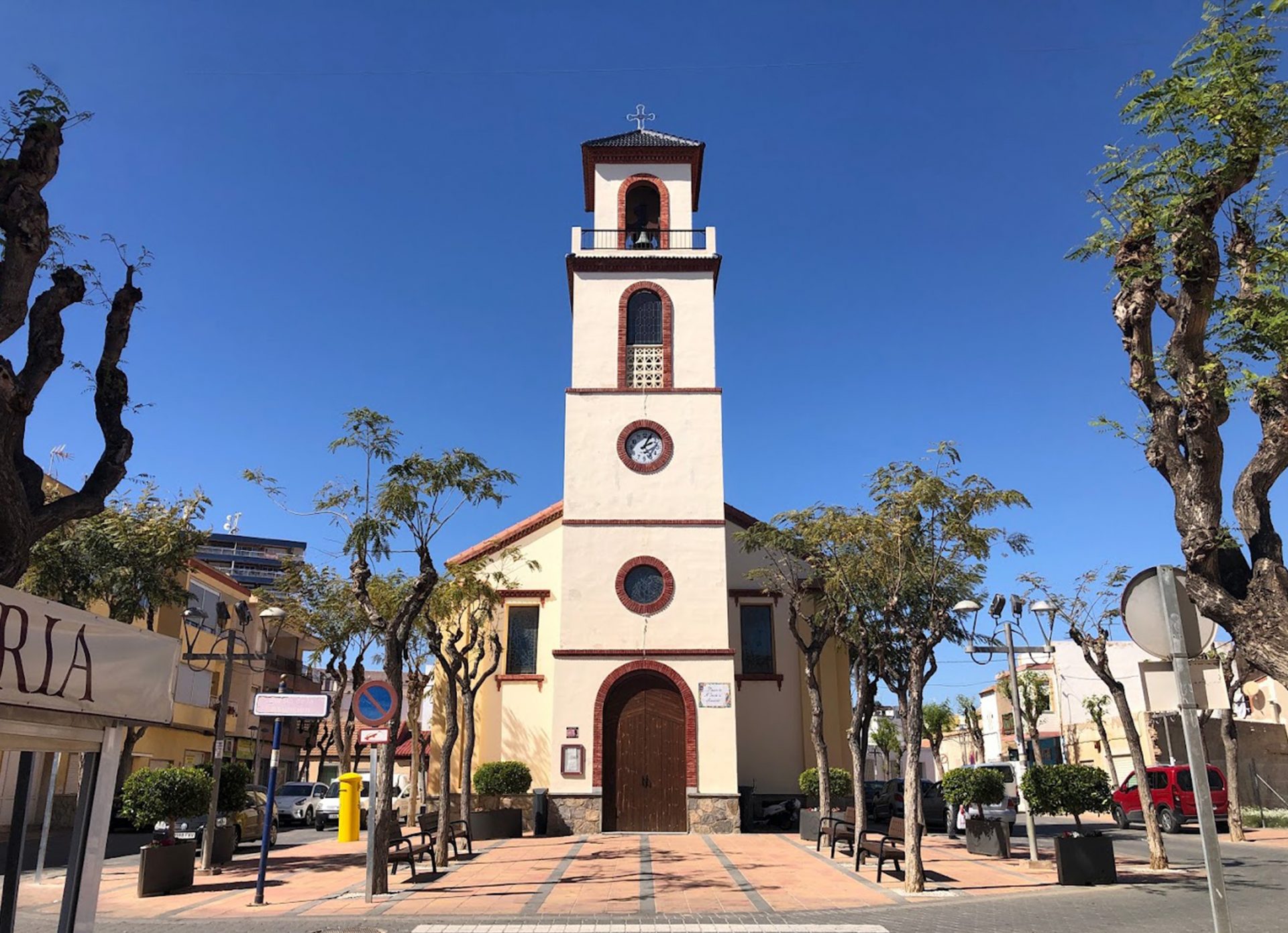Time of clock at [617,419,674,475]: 2:04
